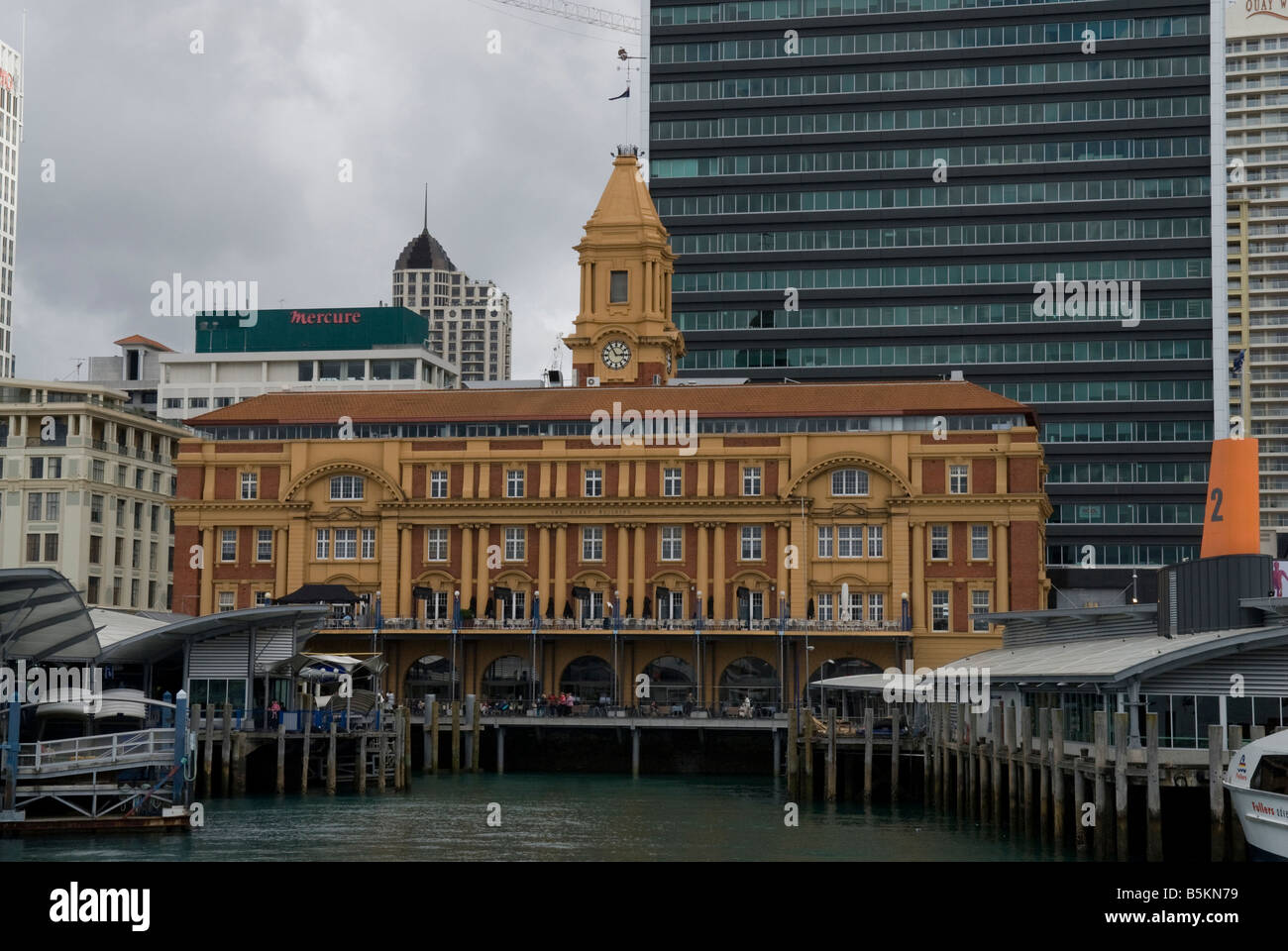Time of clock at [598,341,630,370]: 2:54
